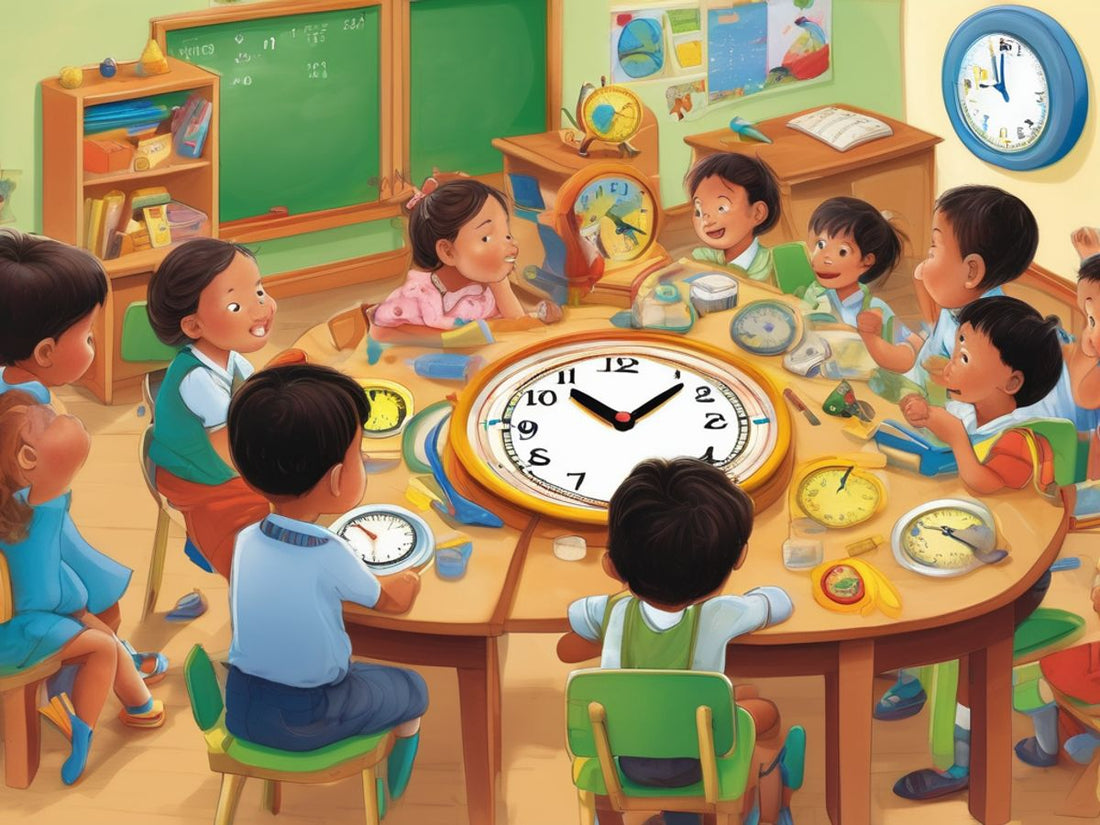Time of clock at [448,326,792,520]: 10:07
